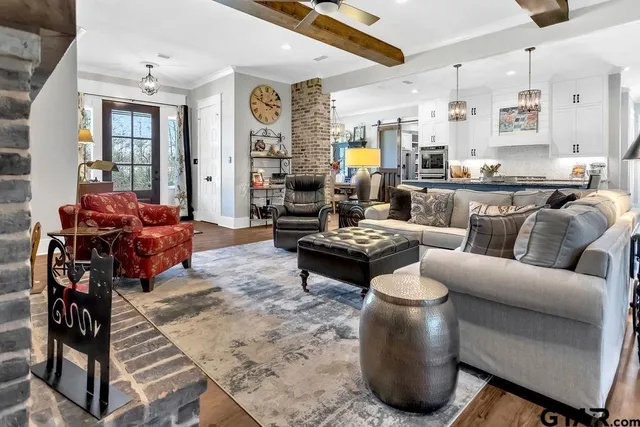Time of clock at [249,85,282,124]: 2:48
